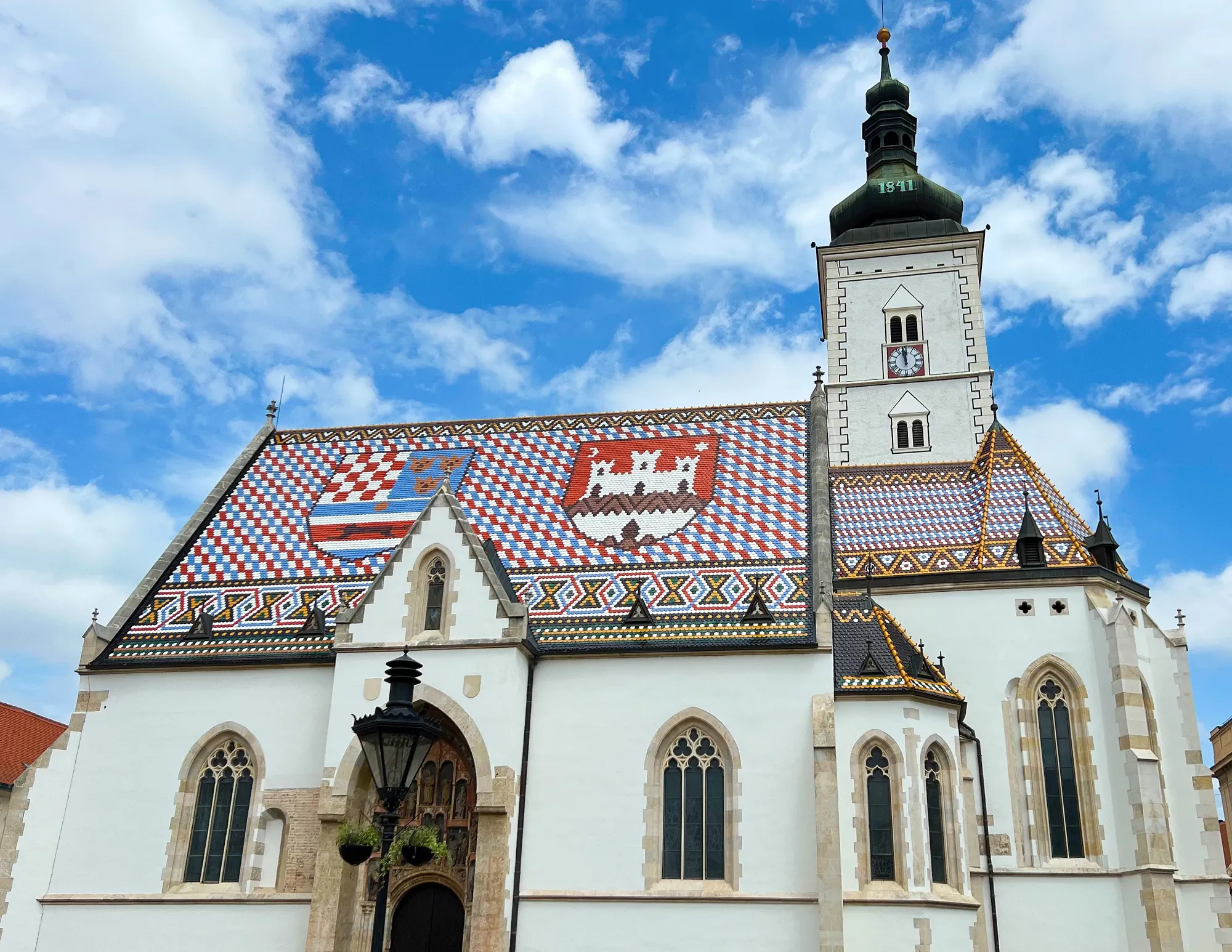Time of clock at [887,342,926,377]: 11:58
